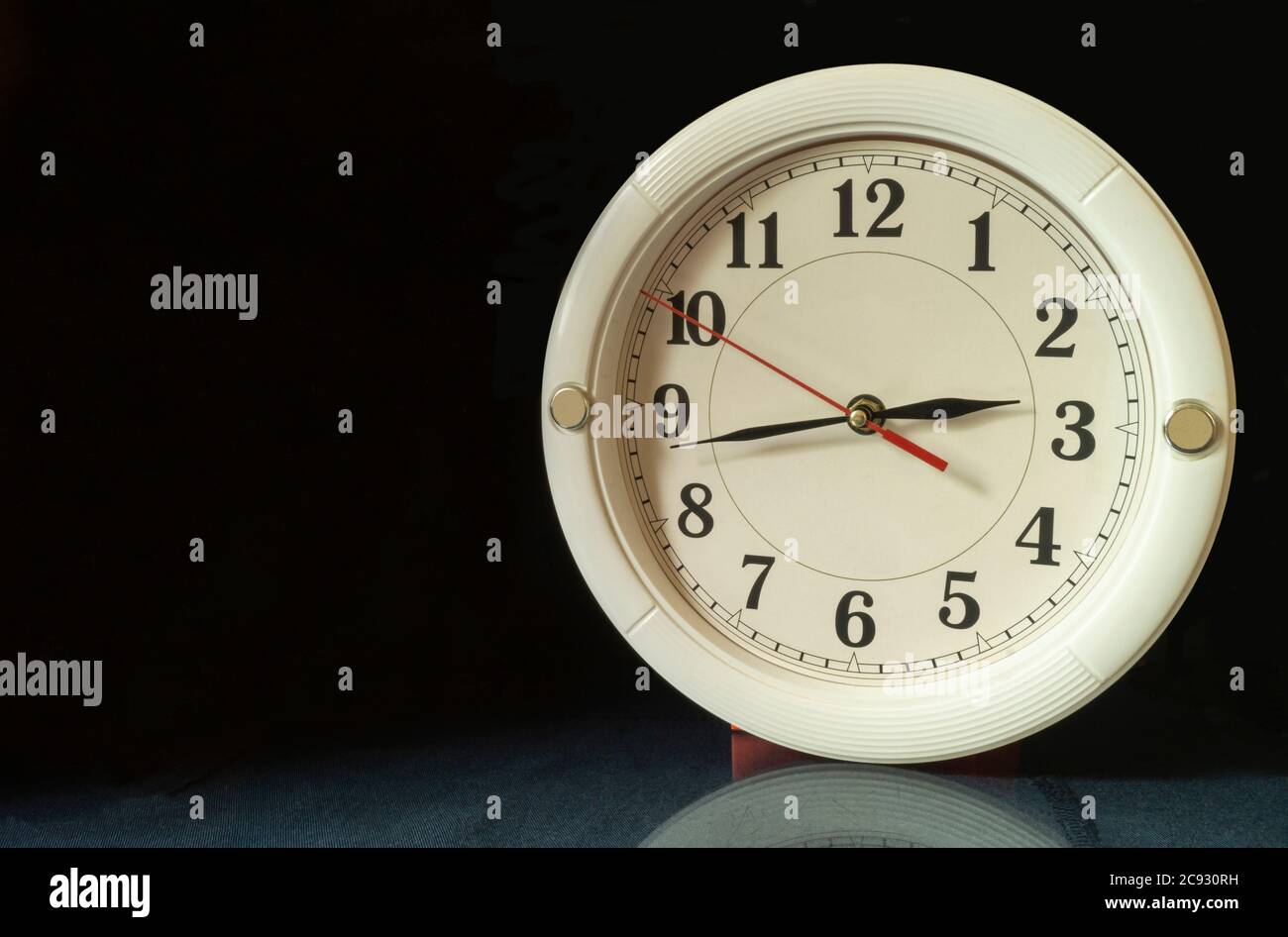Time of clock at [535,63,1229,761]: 2:43
